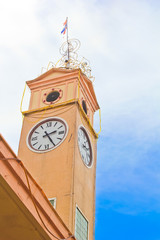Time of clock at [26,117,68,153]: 2:25
